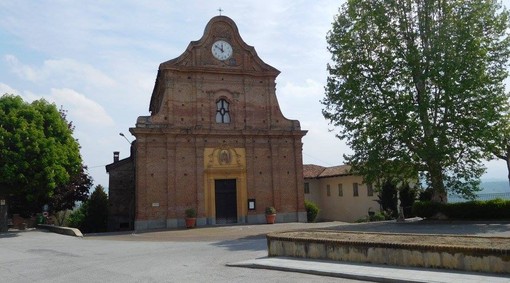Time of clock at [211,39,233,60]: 11:51
